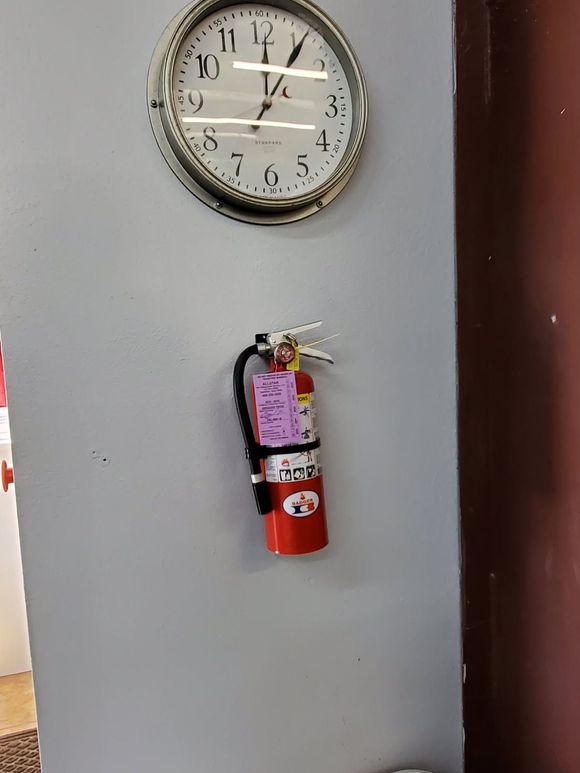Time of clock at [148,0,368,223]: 1:05
